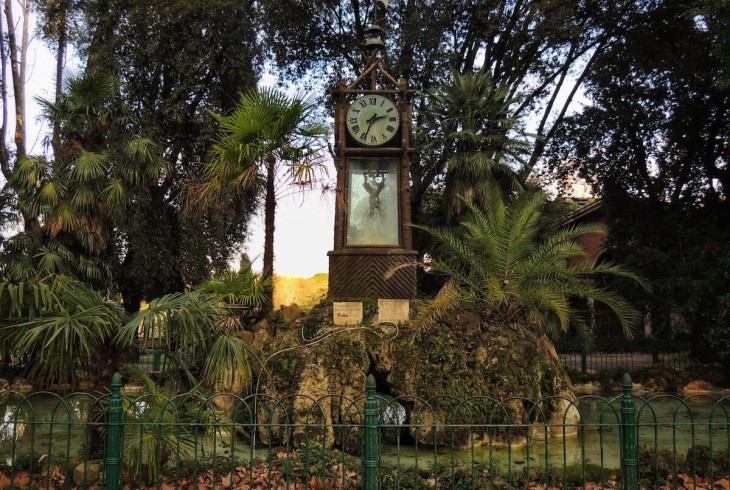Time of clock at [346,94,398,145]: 2:34
